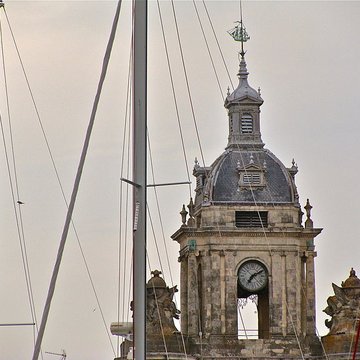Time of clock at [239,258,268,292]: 7:09
